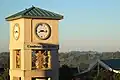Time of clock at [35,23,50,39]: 8:16
